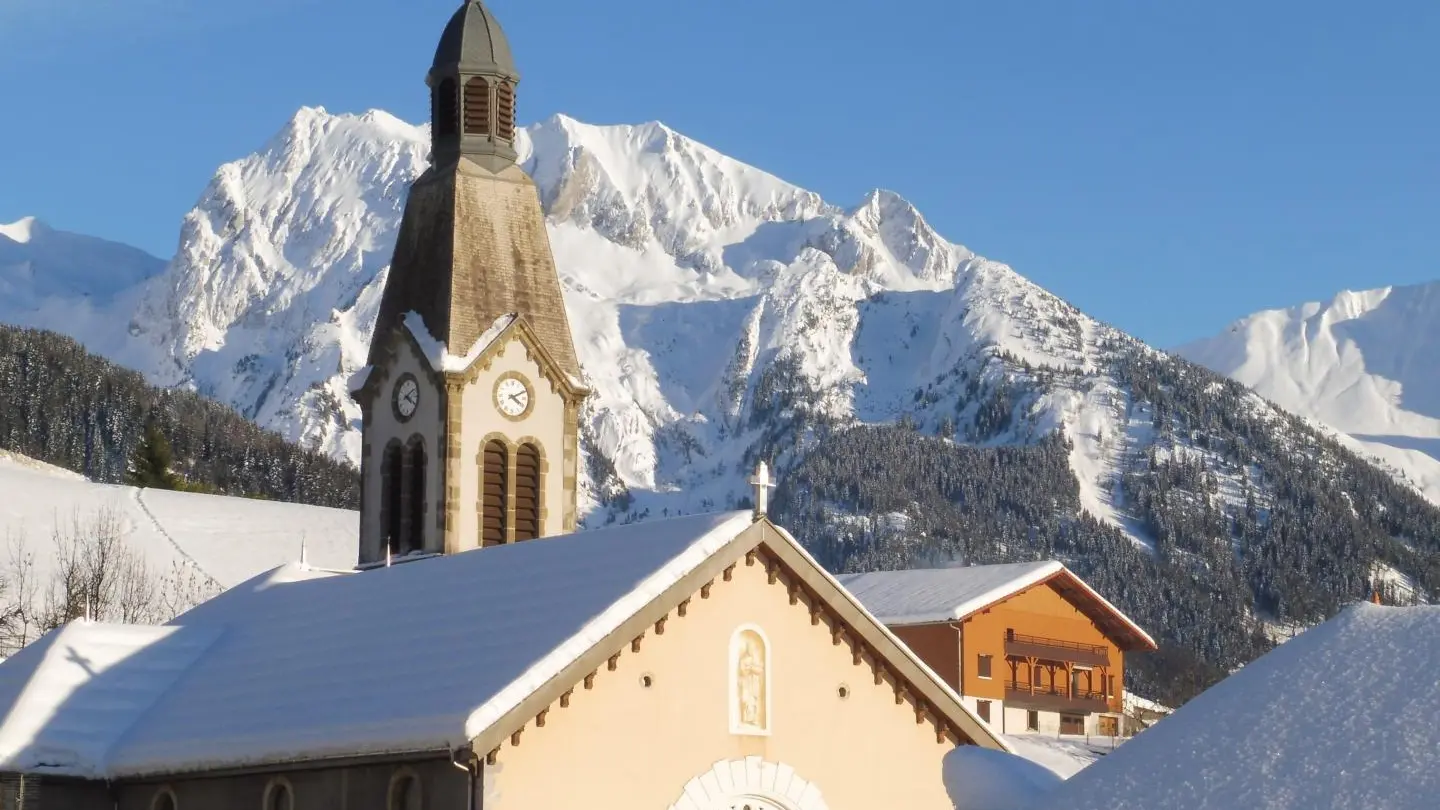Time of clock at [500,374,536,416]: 4:10
